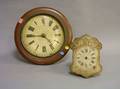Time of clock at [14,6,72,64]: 4:44
